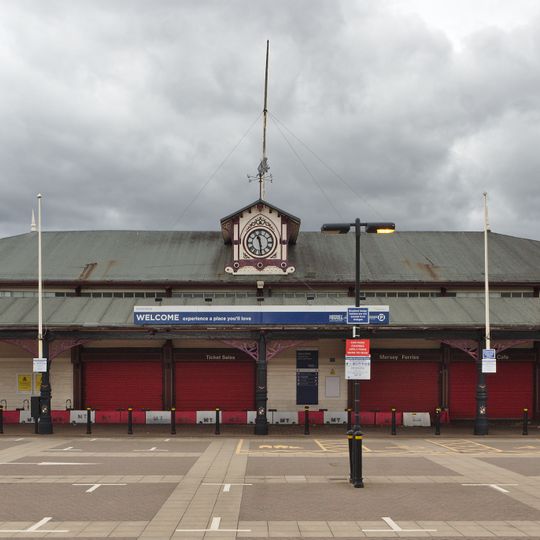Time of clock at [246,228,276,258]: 11:28
